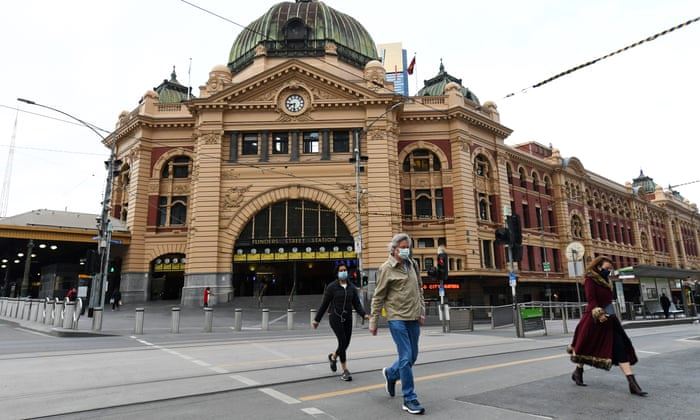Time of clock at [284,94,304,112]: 8:31
